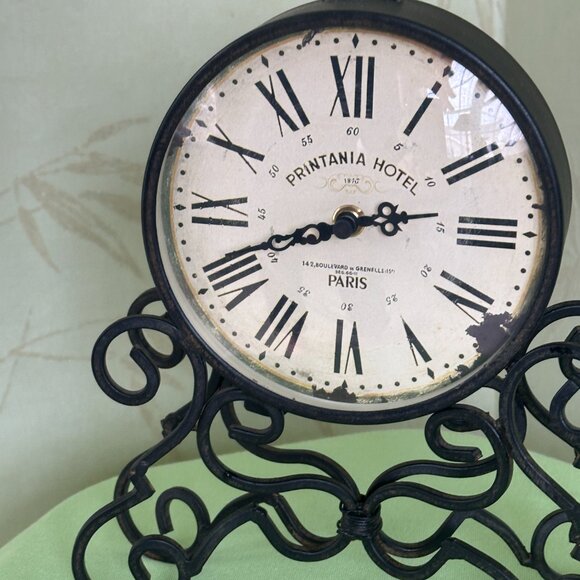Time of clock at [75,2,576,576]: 2:41
